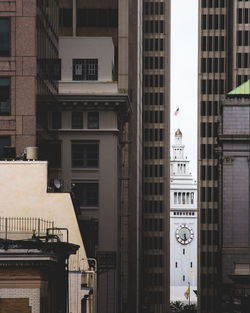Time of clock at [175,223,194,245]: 5:31
